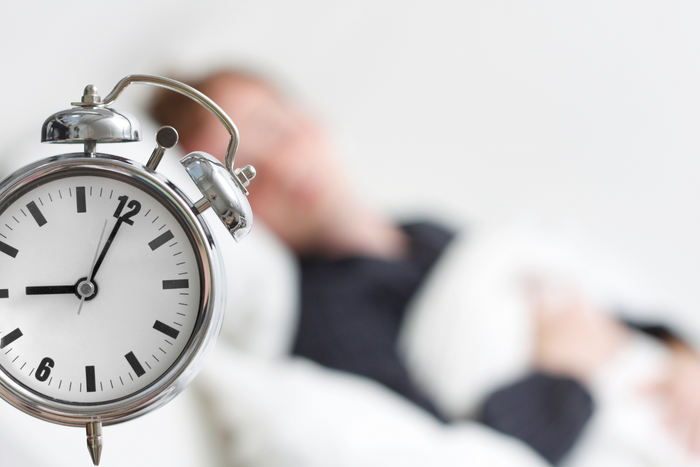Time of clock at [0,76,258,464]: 9:05
